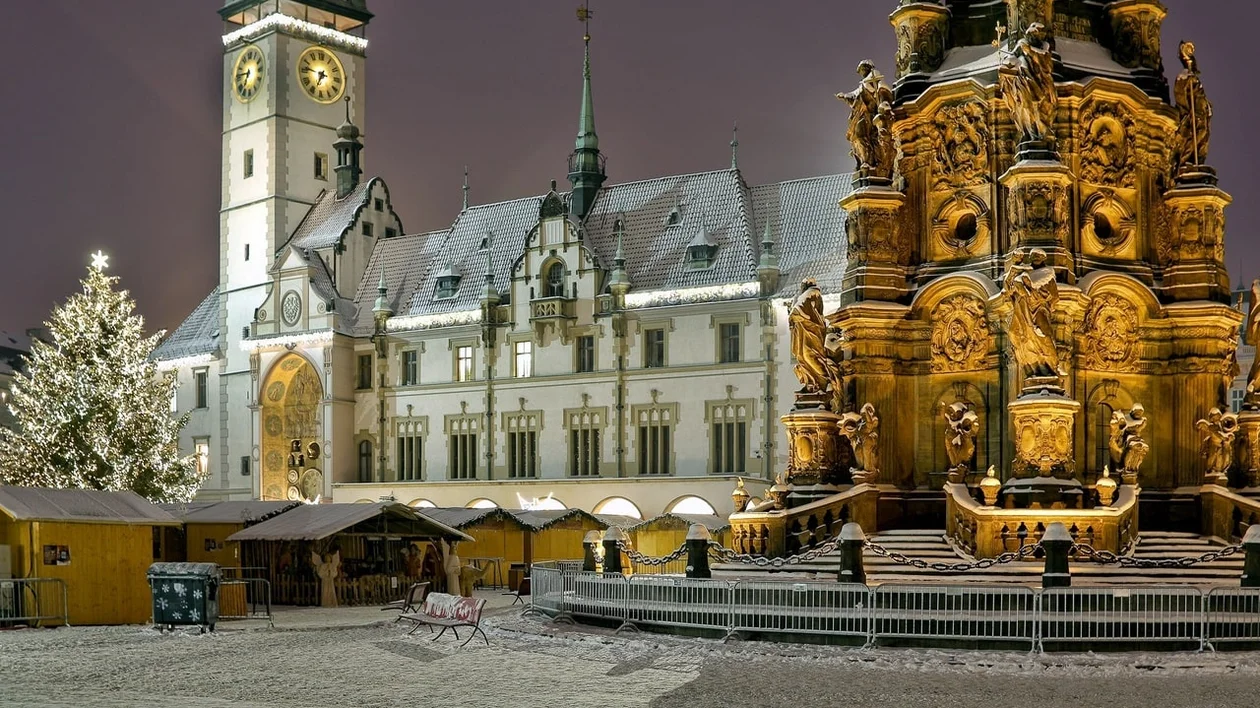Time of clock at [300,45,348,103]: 6:46
